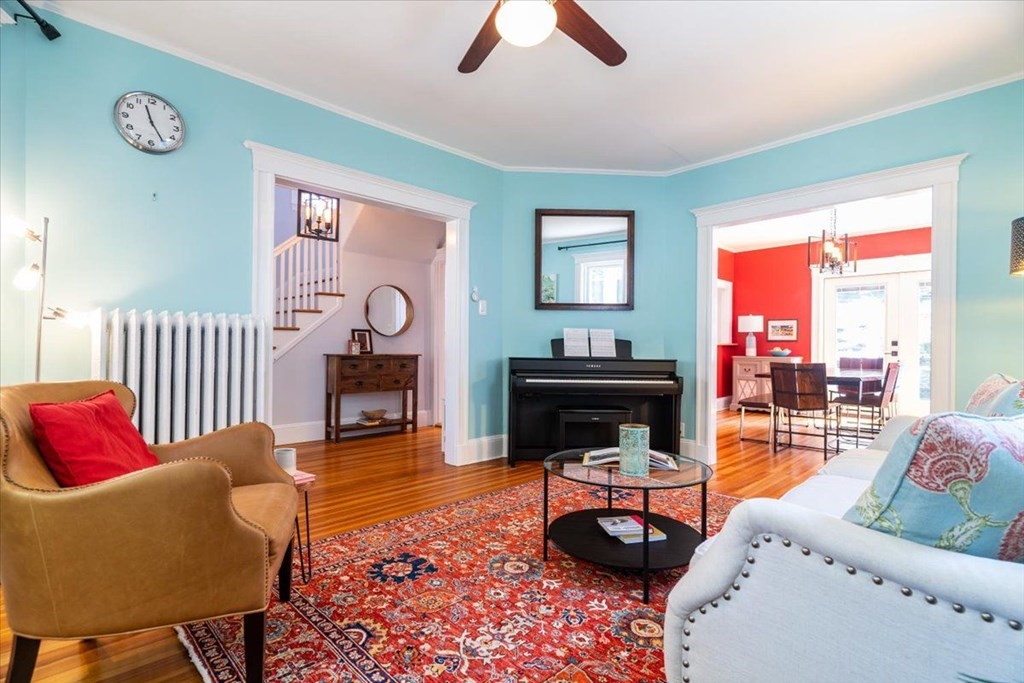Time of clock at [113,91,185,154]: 11:24
